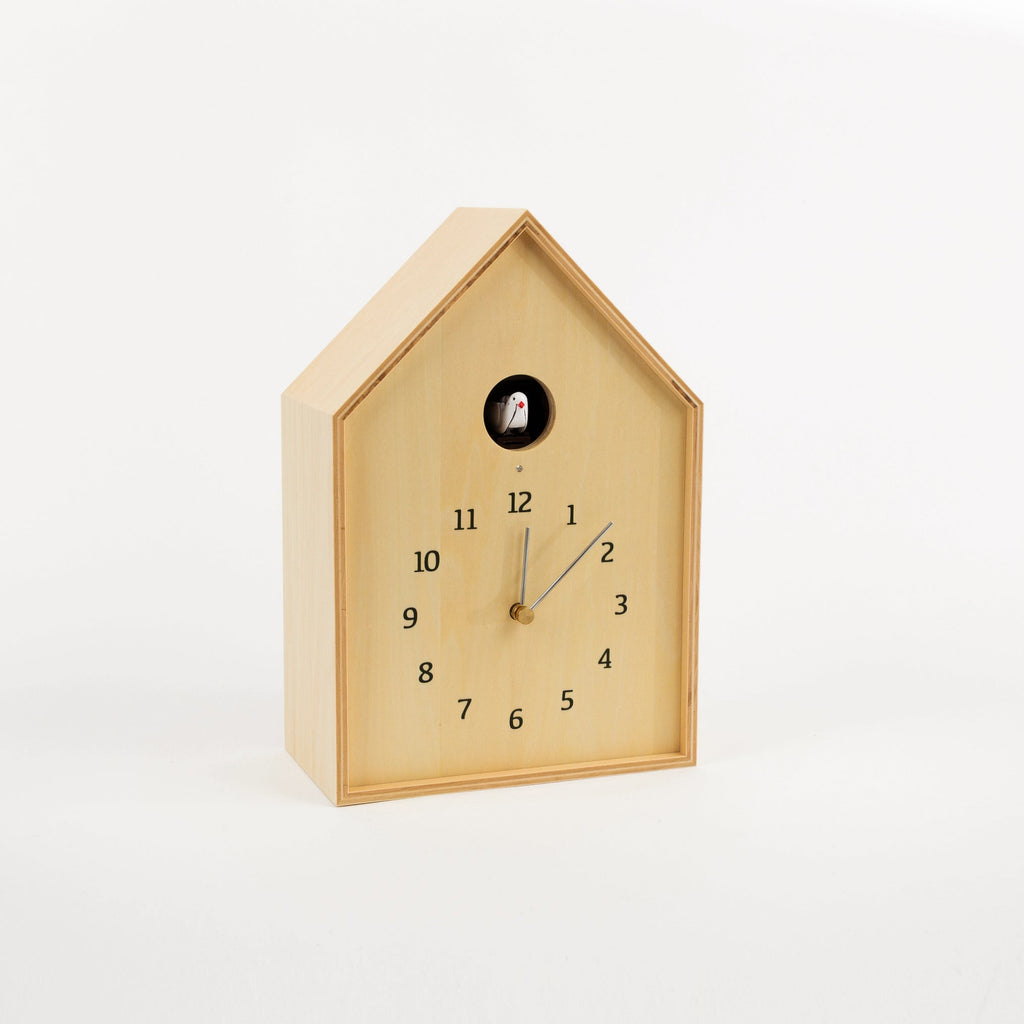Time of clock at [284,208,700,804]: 12:09
